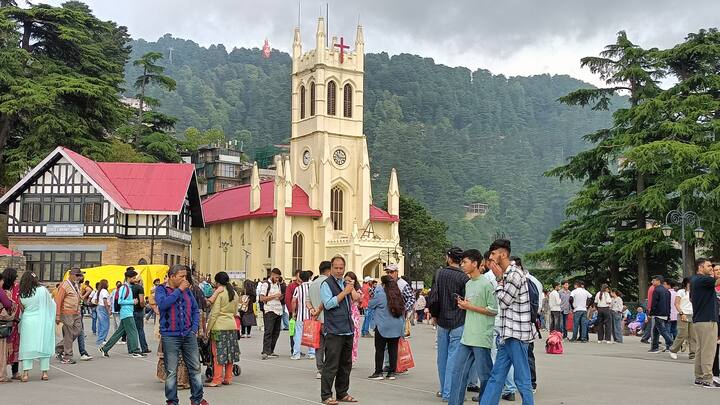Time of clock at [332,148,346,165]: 10:15
